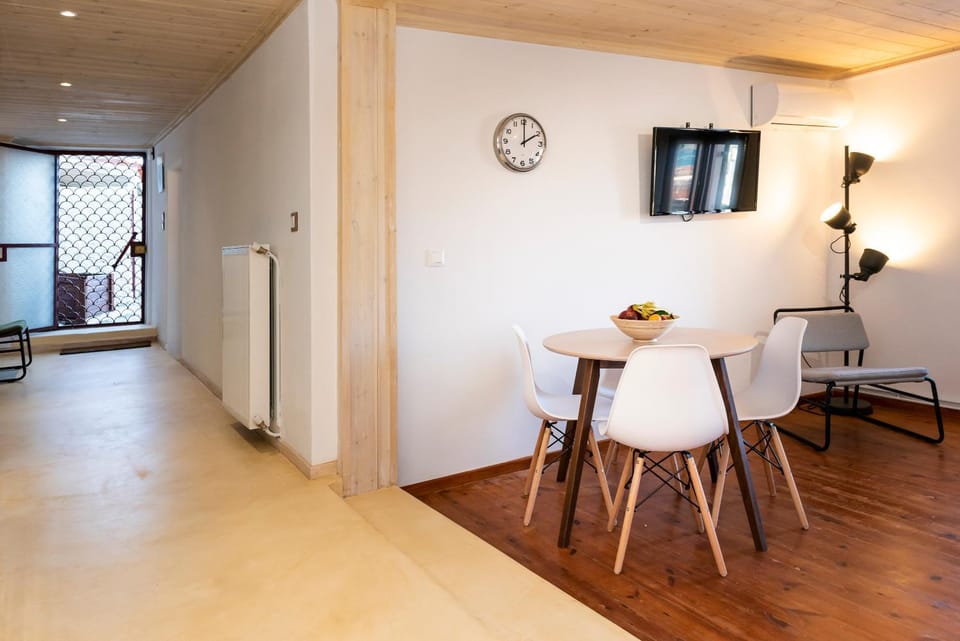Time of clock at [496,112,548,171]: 2:00
